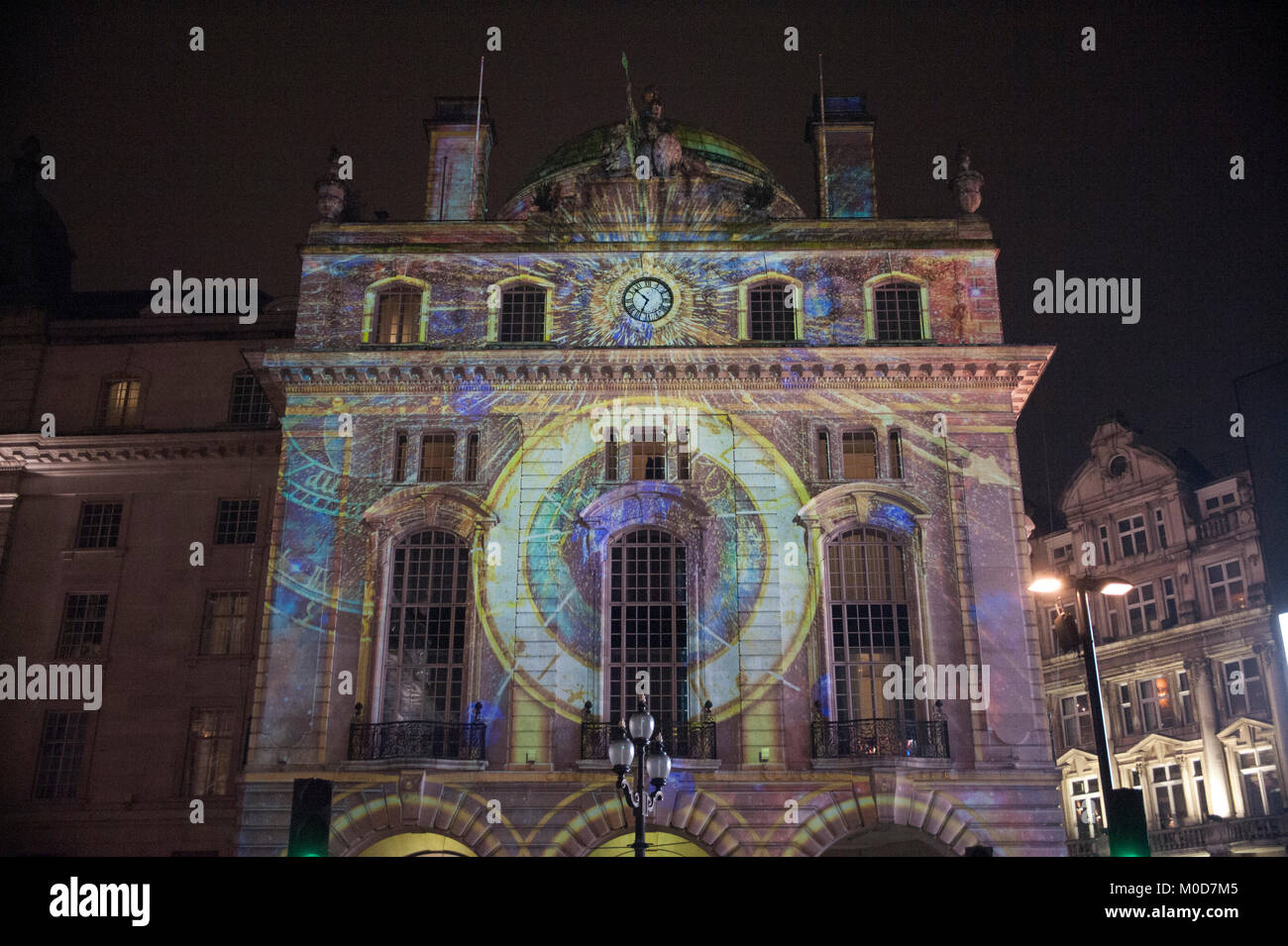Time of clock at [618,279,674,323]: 6:52
